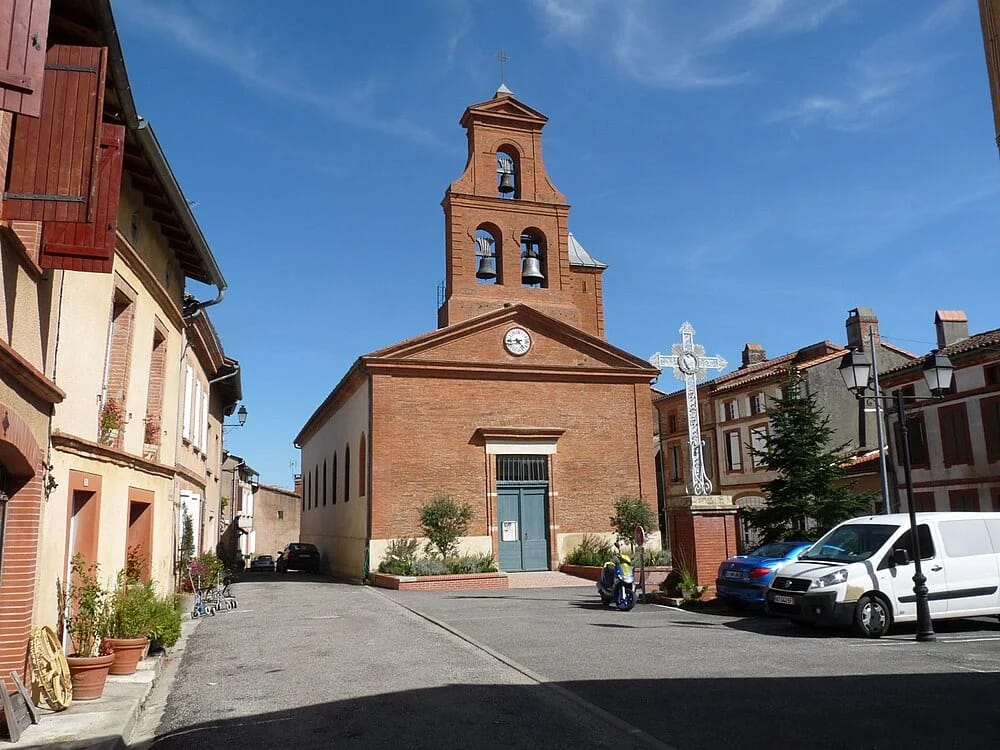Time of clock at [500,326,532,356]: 4:43
